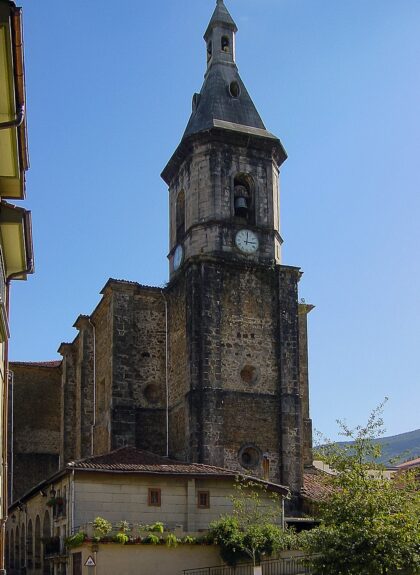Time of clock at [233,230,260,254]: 3:01
